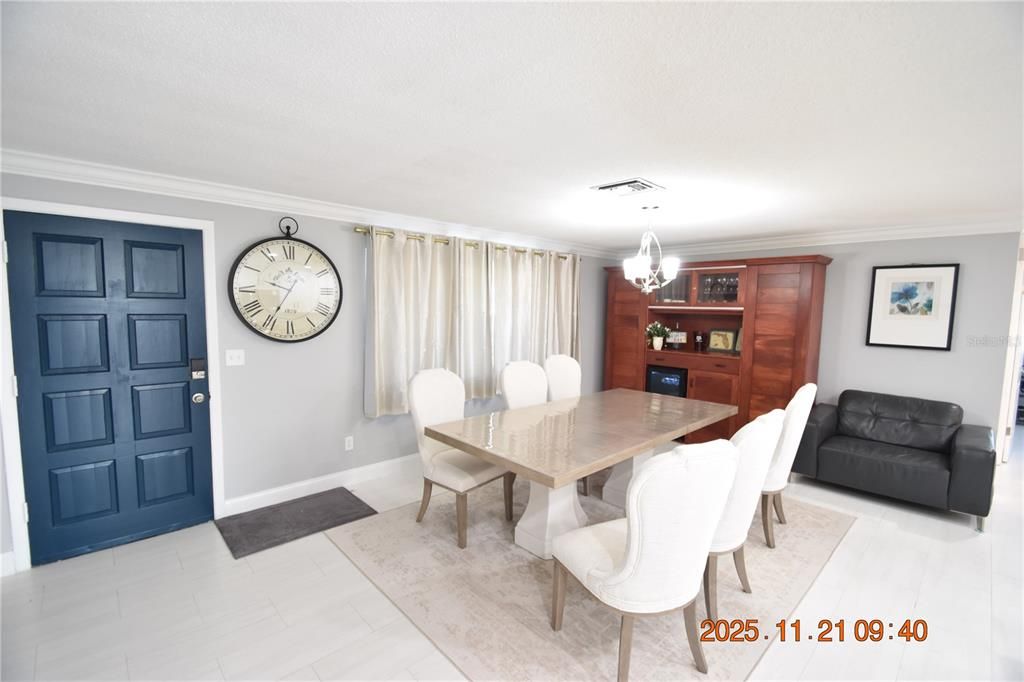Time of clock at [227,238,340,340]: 9:34
